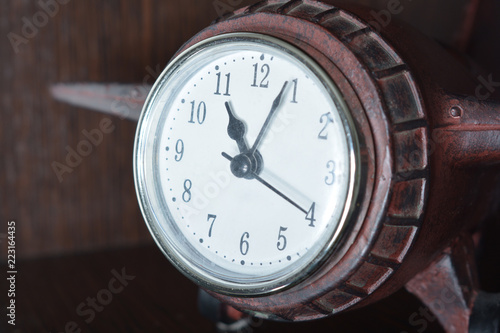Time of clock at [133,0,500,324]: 11:04
